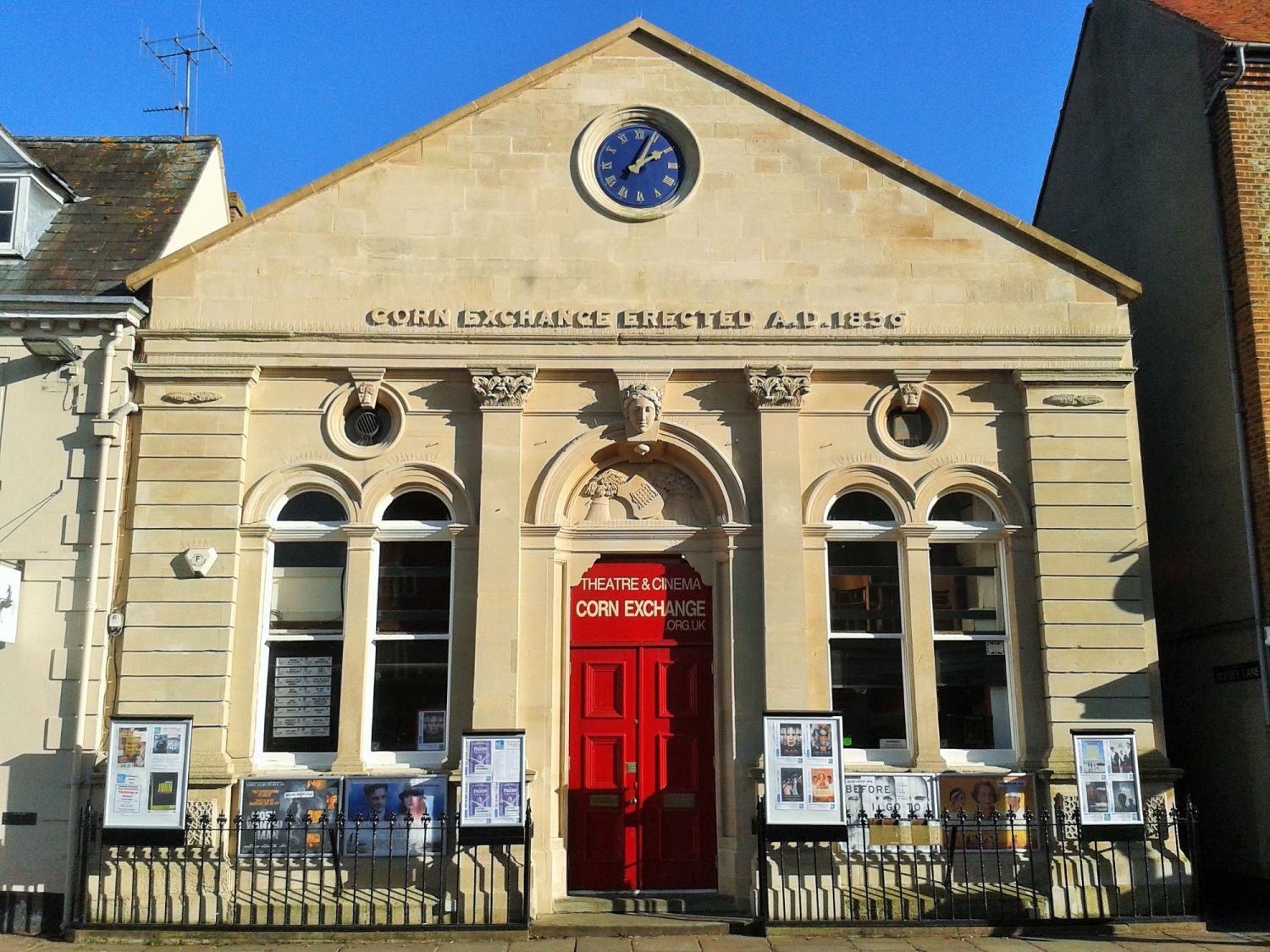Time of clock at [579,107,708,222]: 2:04
